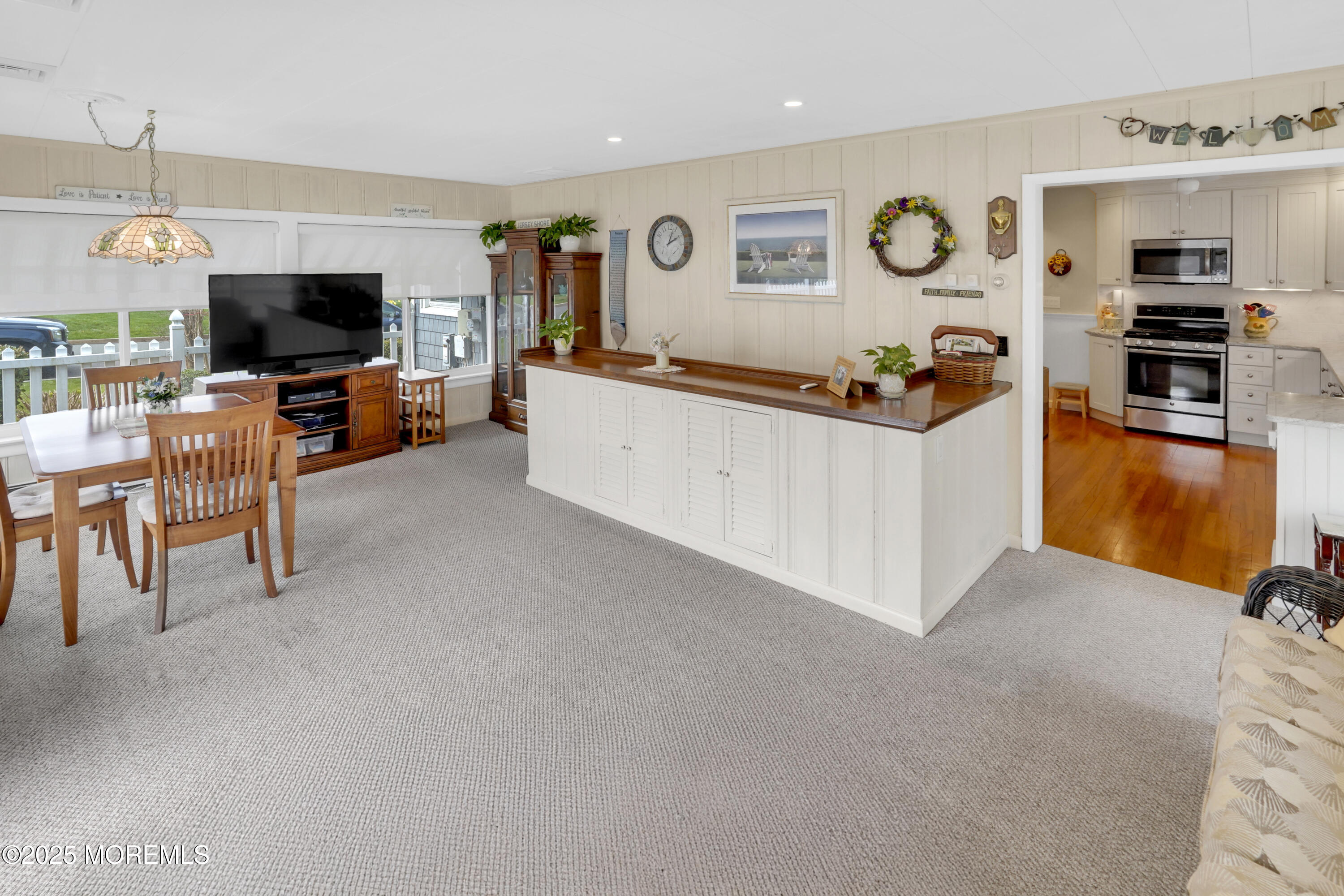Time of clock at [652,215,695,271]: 2:03
